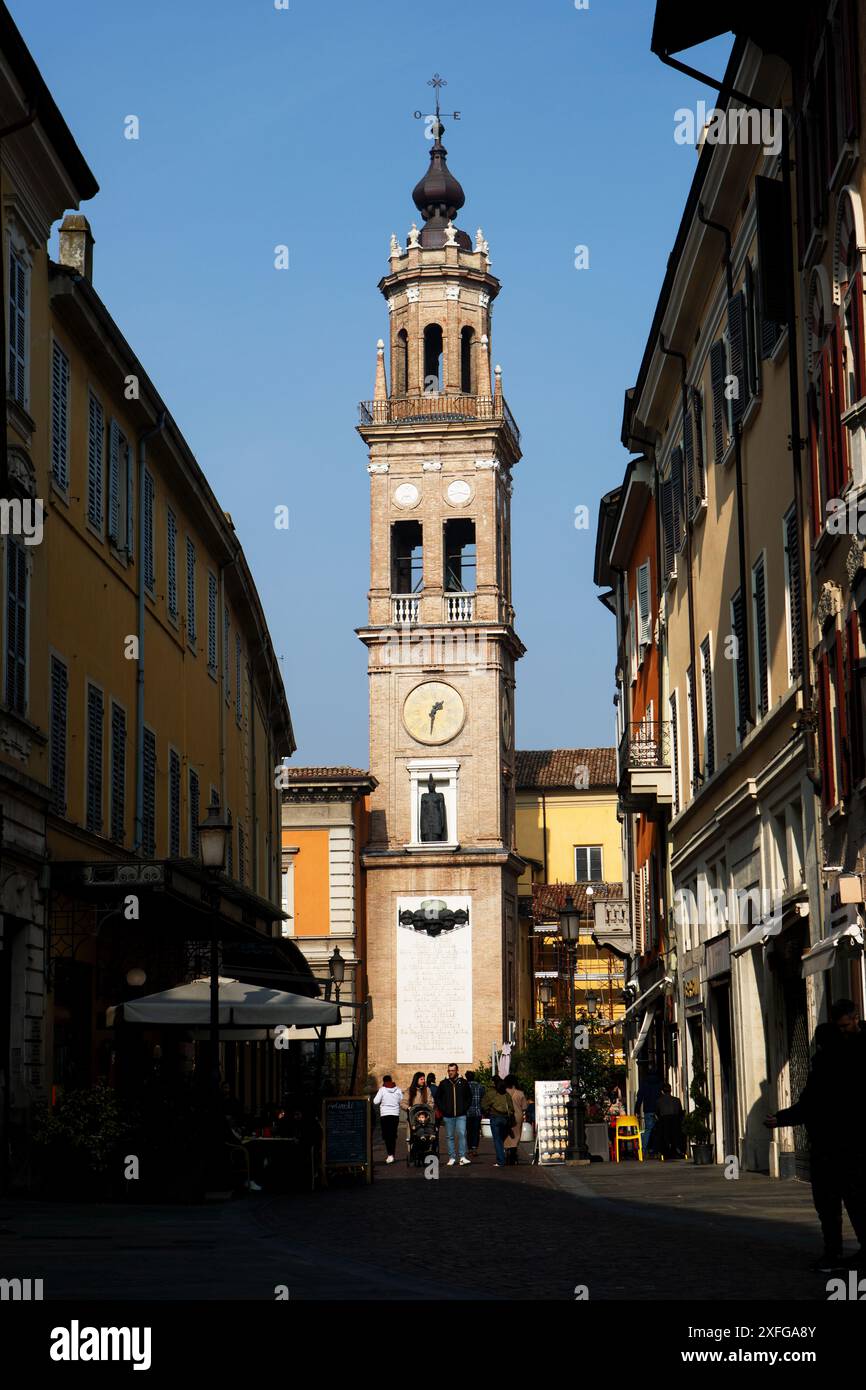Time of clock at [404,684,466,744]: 1:31
